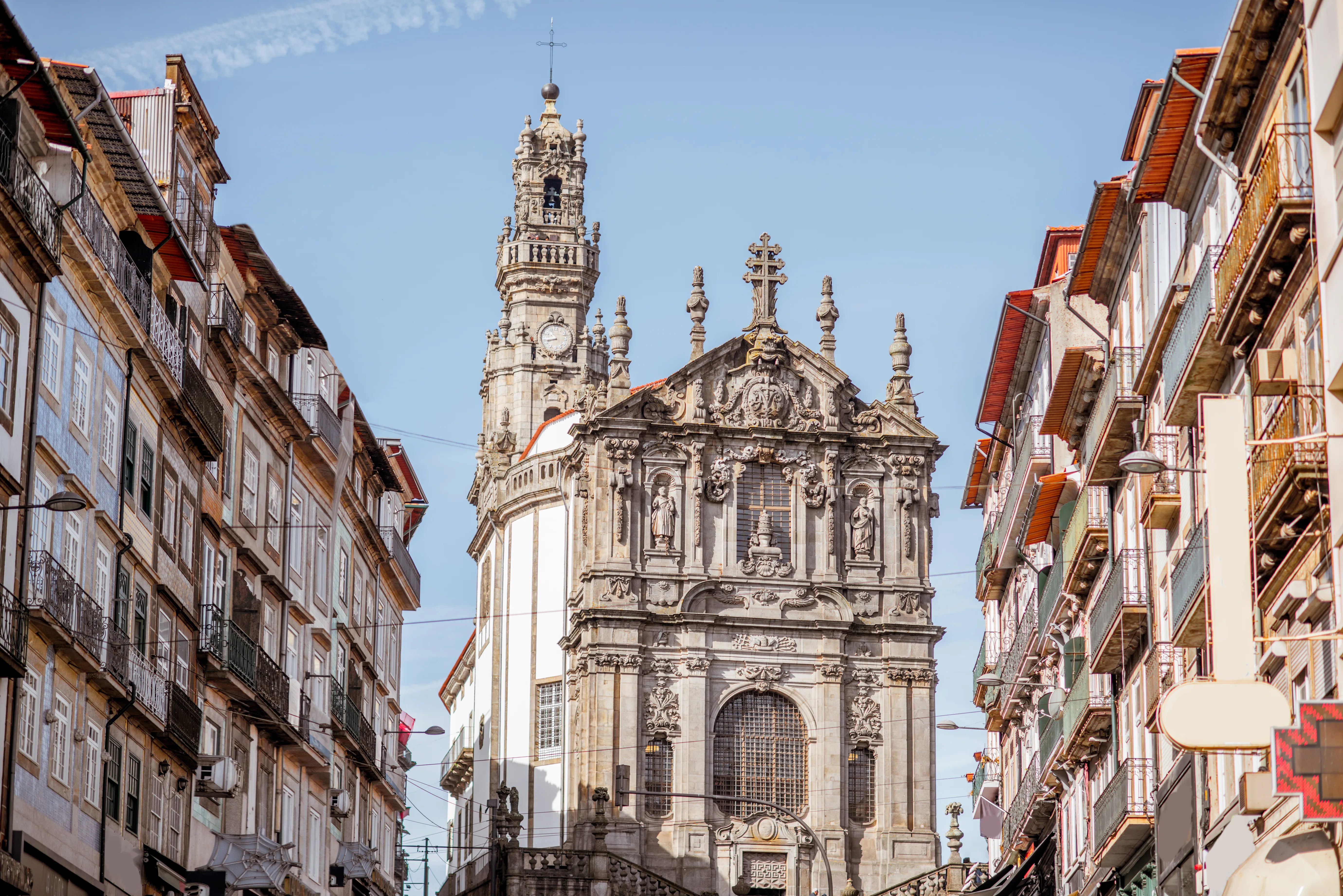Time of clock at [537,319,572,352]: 10:43
